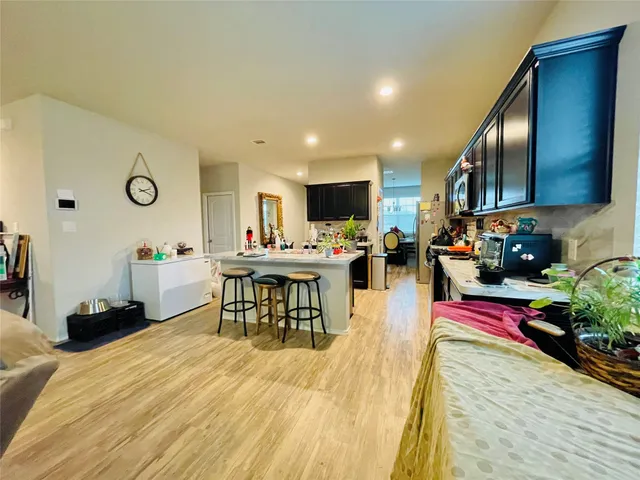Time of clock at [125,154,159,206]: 2:18
